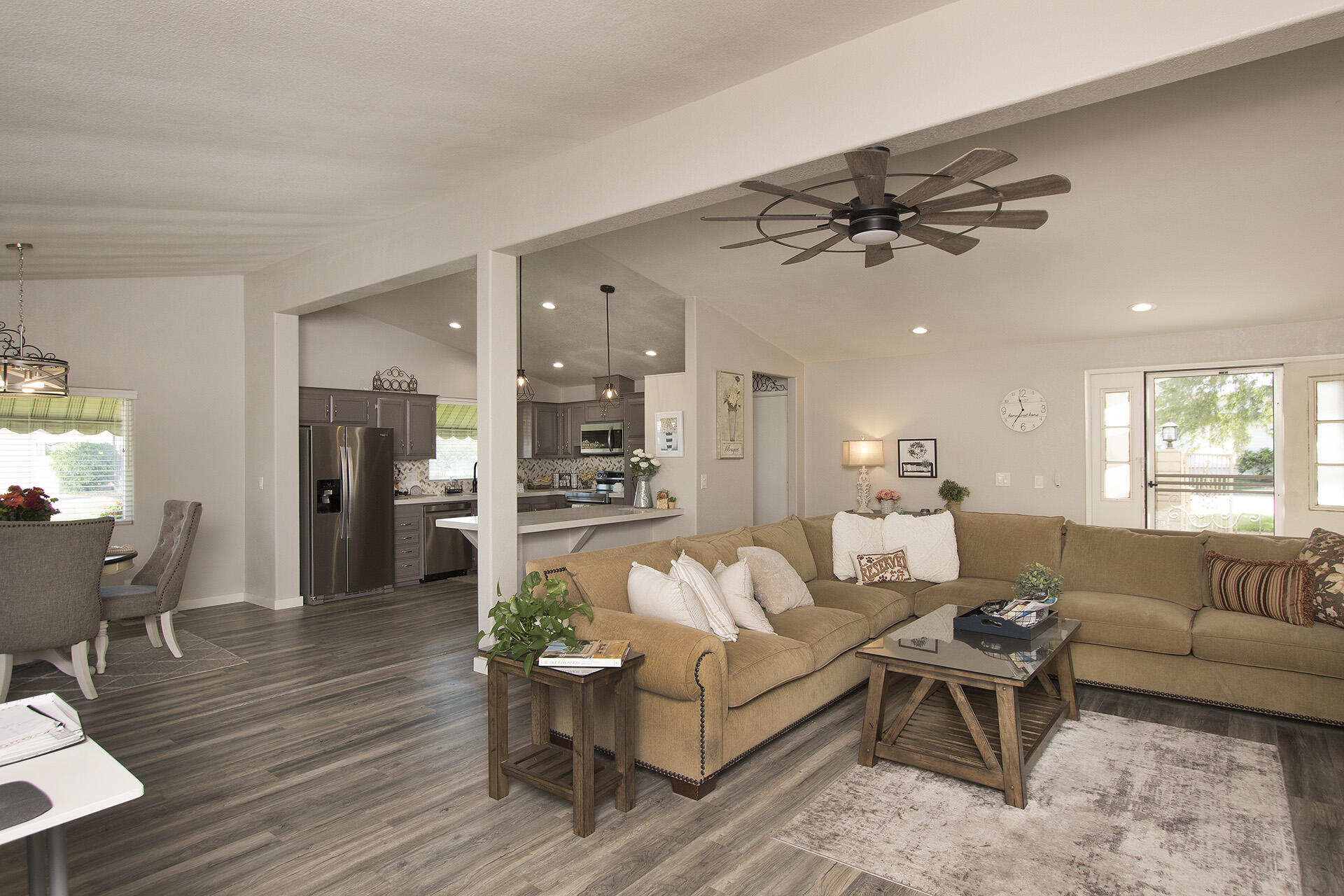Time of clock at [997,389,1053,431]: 11:35
